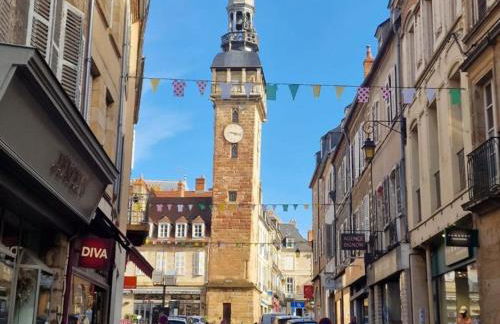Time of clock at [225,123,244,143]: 9:17
